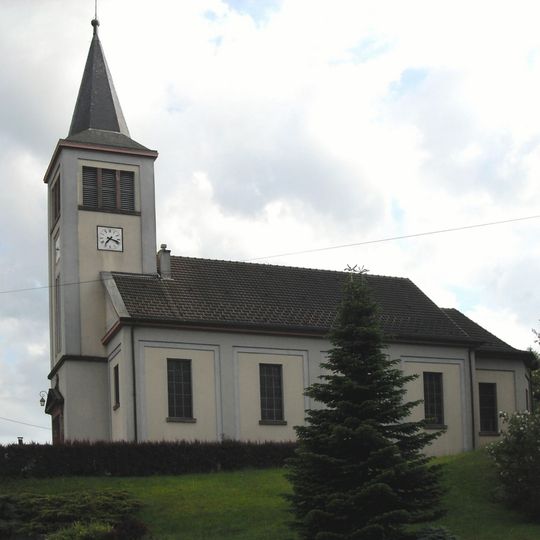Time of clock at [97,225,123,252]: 7:17
